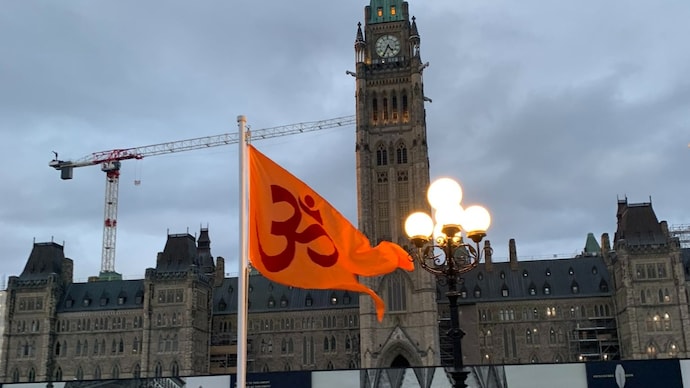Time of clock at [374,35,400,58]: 4:34
